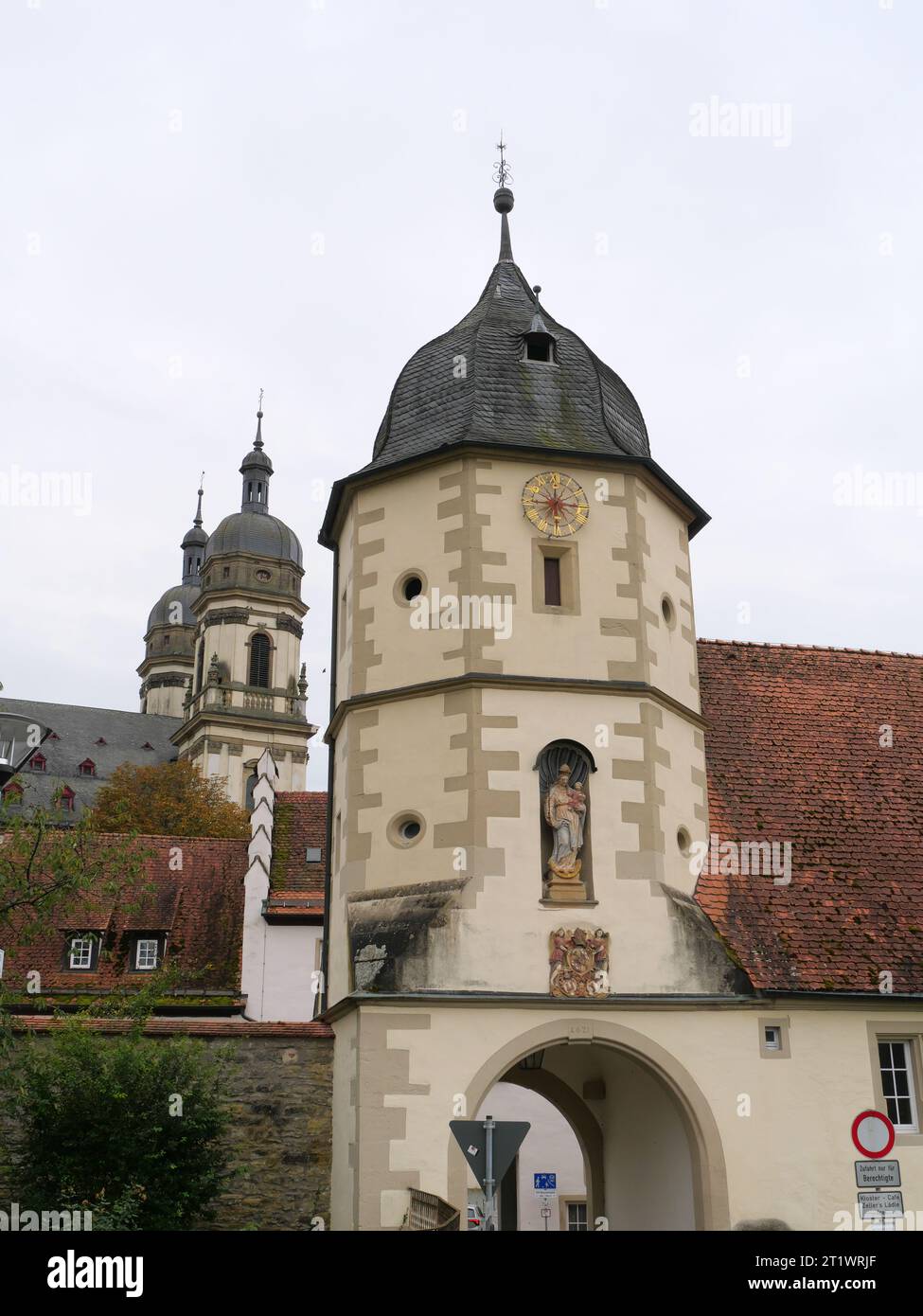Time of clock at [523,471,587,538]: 12:16
